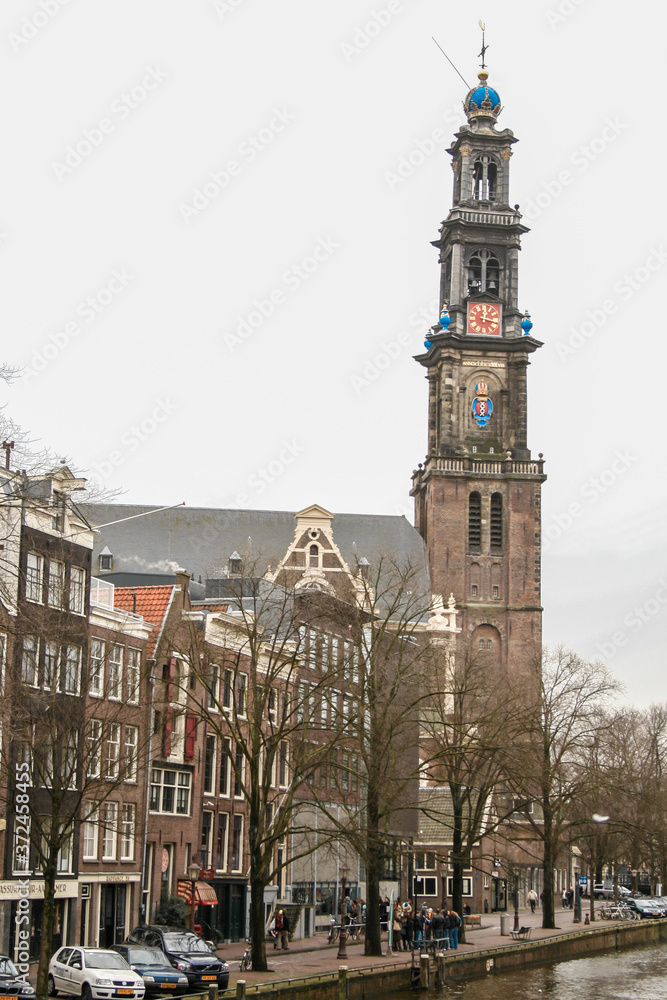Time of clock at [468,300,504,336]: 12:17
